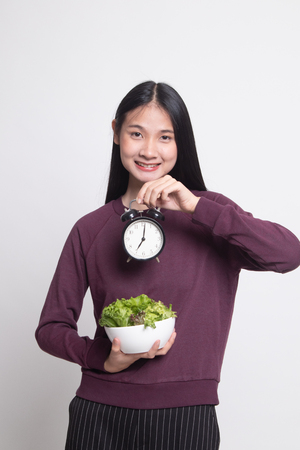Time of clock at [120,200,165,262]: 7:01
